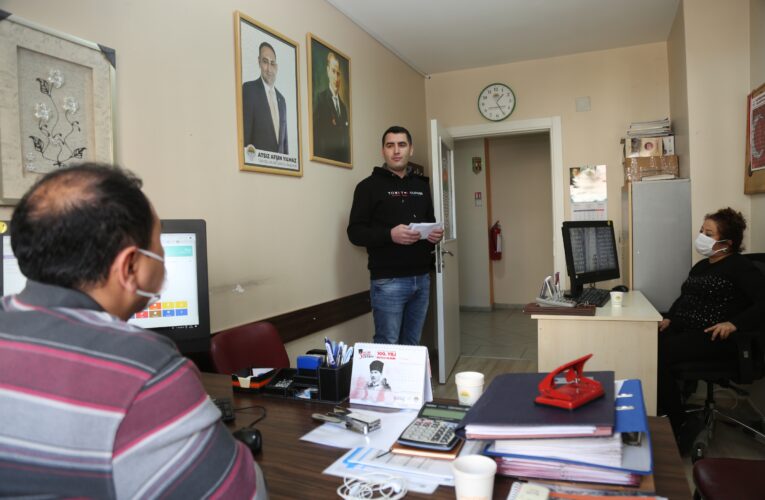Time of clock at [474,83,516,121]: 1:25
